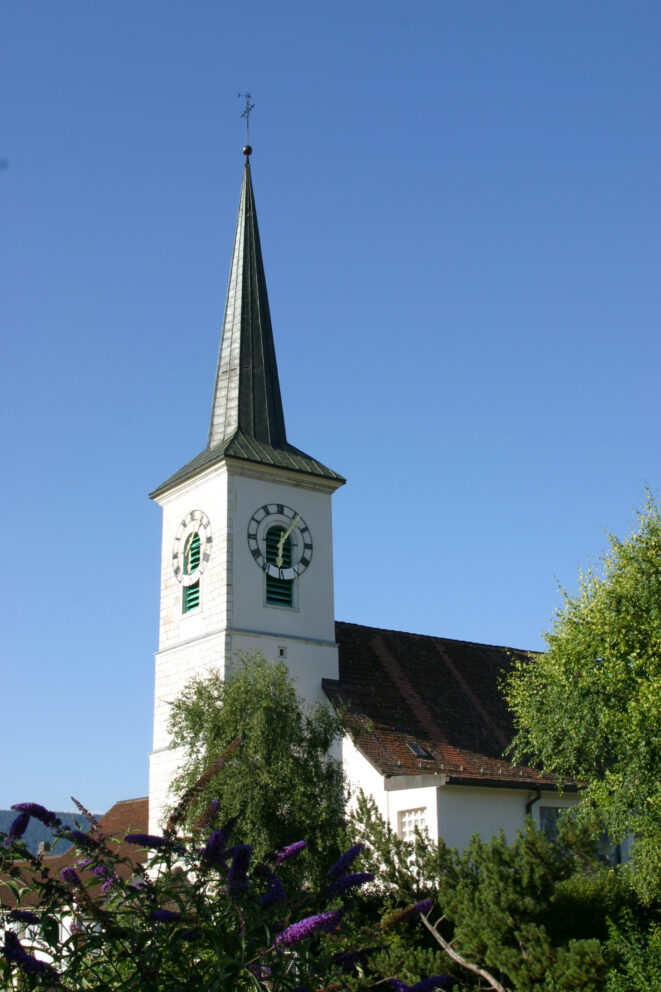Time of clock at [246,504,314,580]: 6:06
